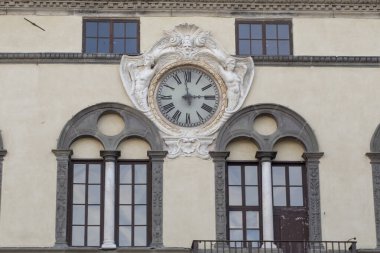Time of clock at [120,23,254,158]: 2:58
